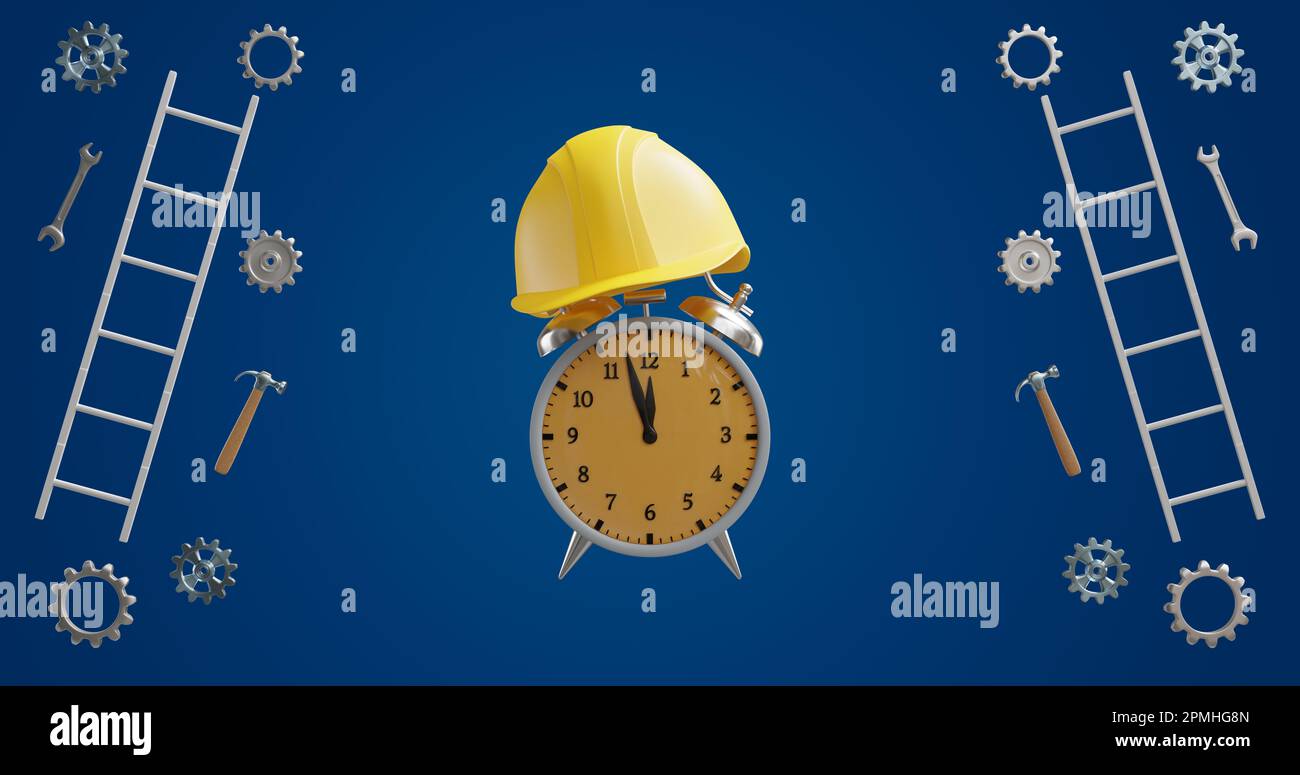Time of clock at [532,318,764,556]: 11:57
